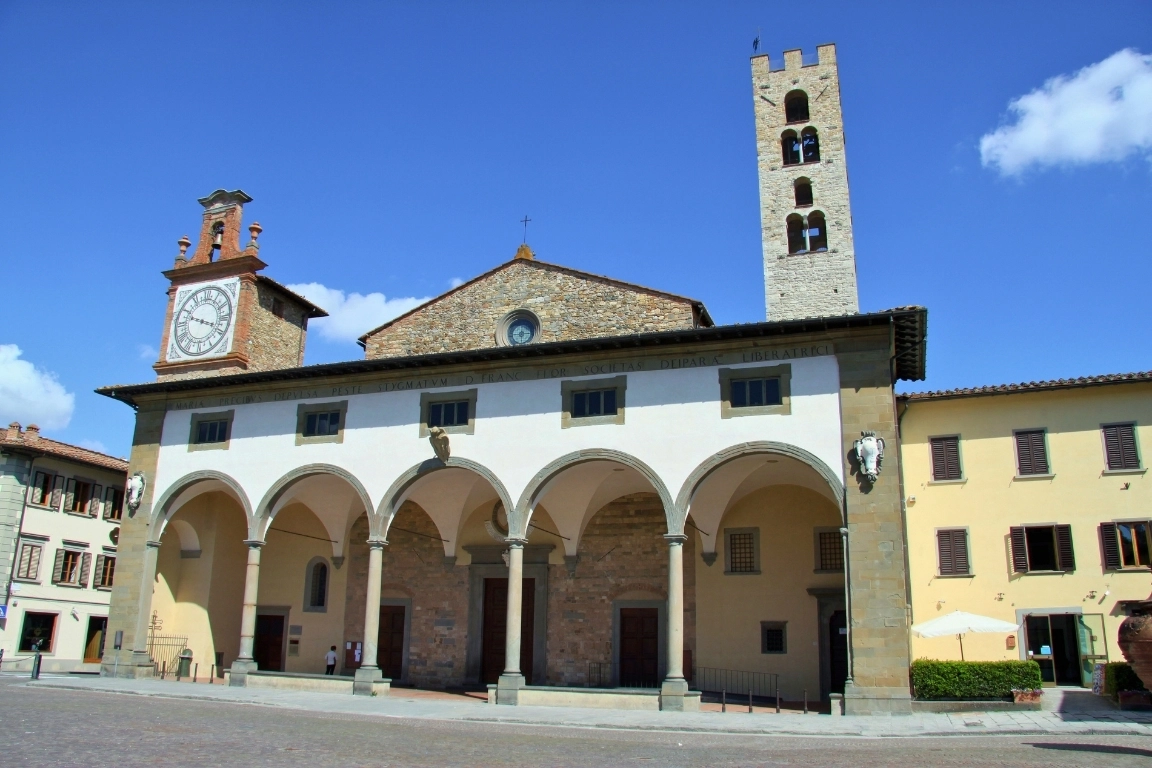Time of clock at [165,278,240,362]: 3:48
